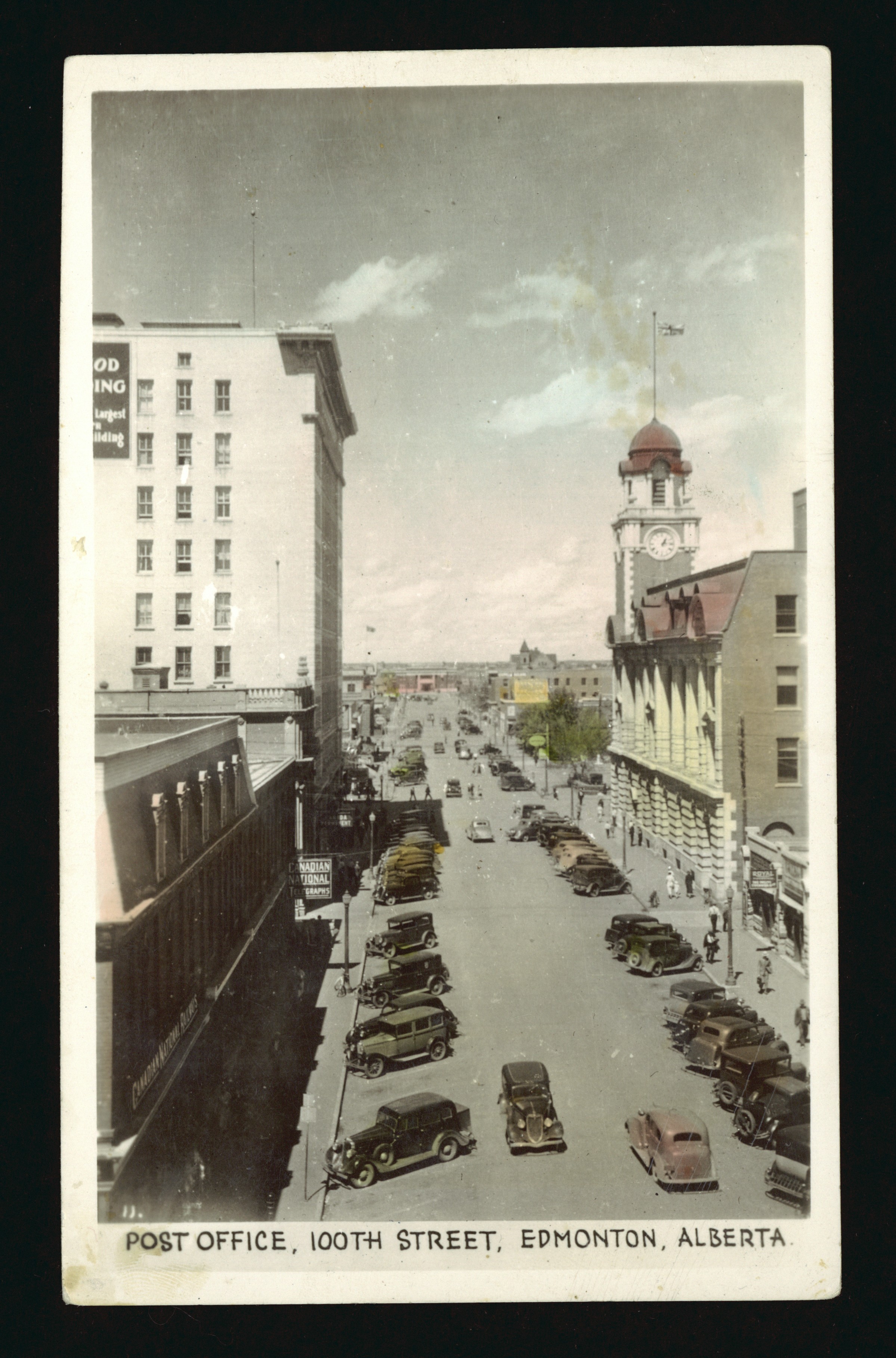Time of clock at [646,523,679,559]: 1:13
